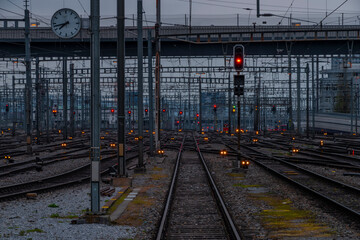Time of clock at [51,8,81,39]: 7:42
